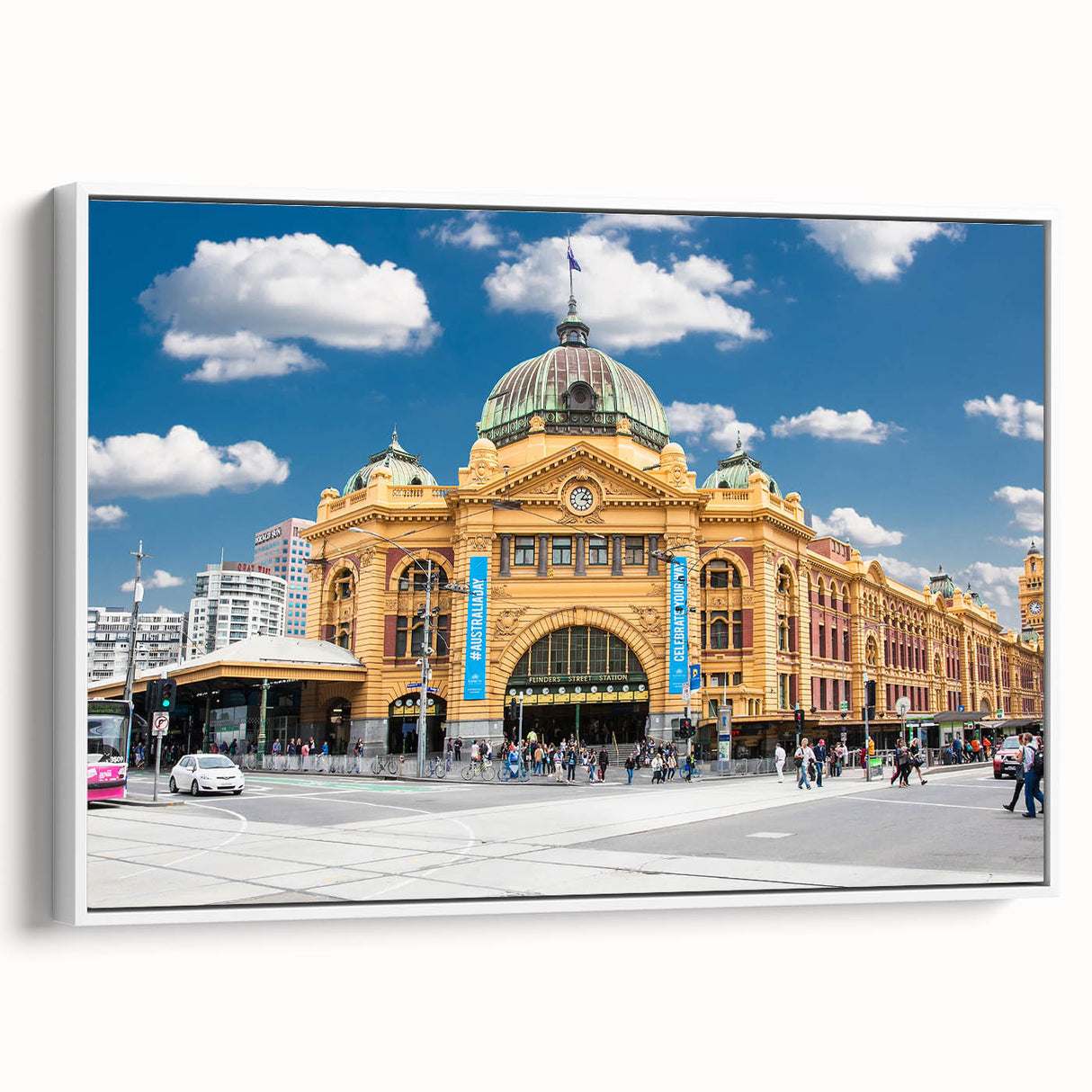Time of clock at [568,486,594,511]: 3:06
